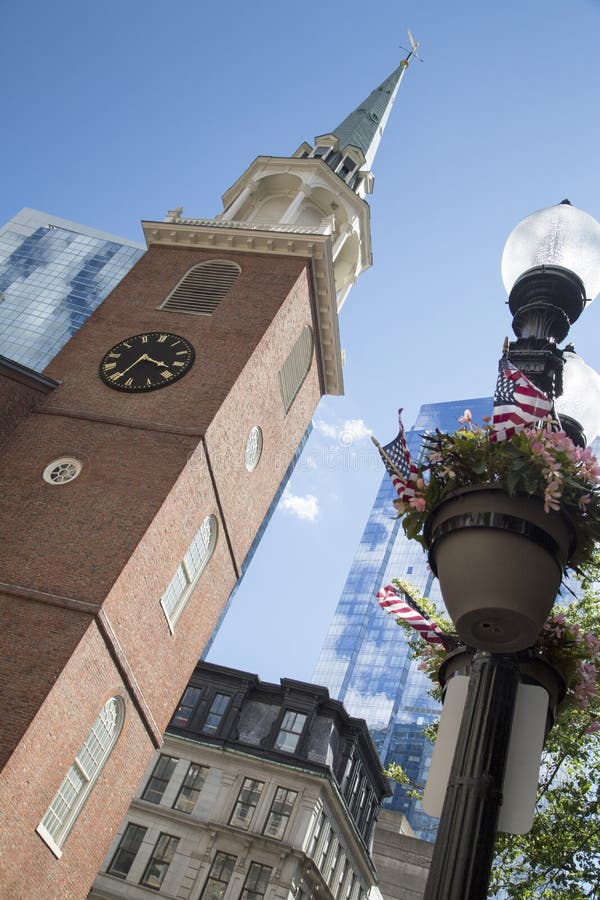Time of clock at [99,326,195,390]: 3:34
